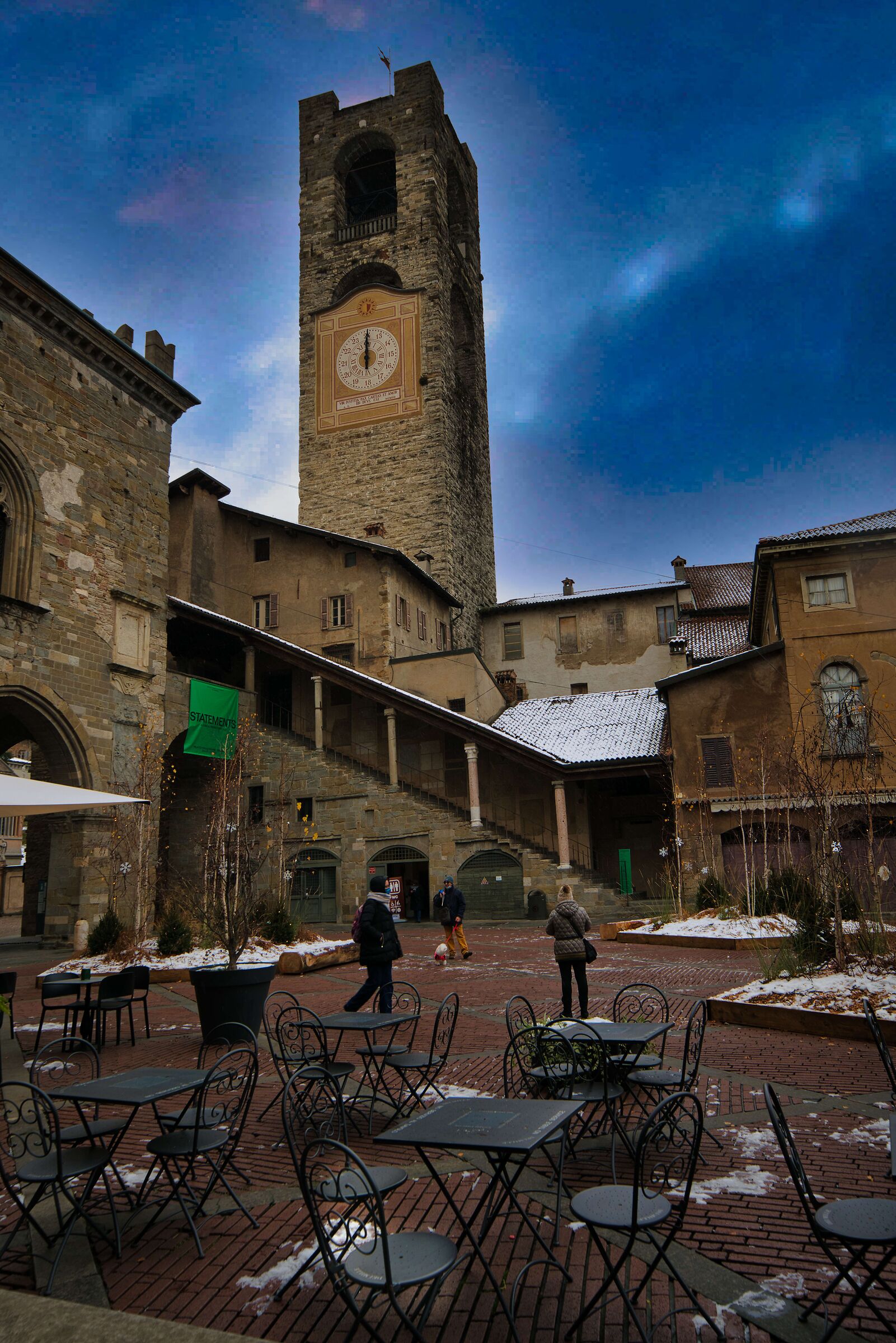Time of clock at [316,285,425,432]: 12:00
